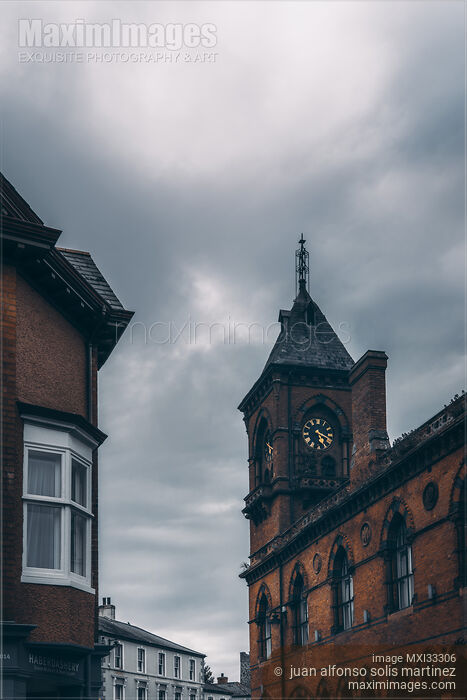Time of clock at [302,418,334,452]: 5:18
